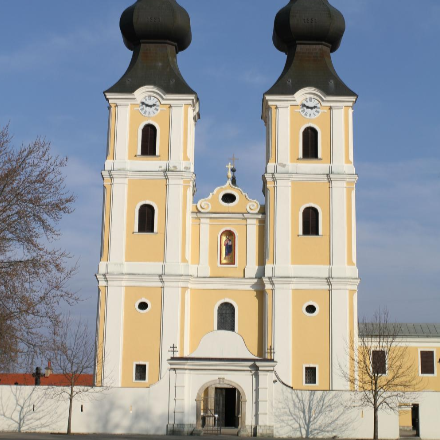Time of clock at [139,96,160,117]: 2:48
